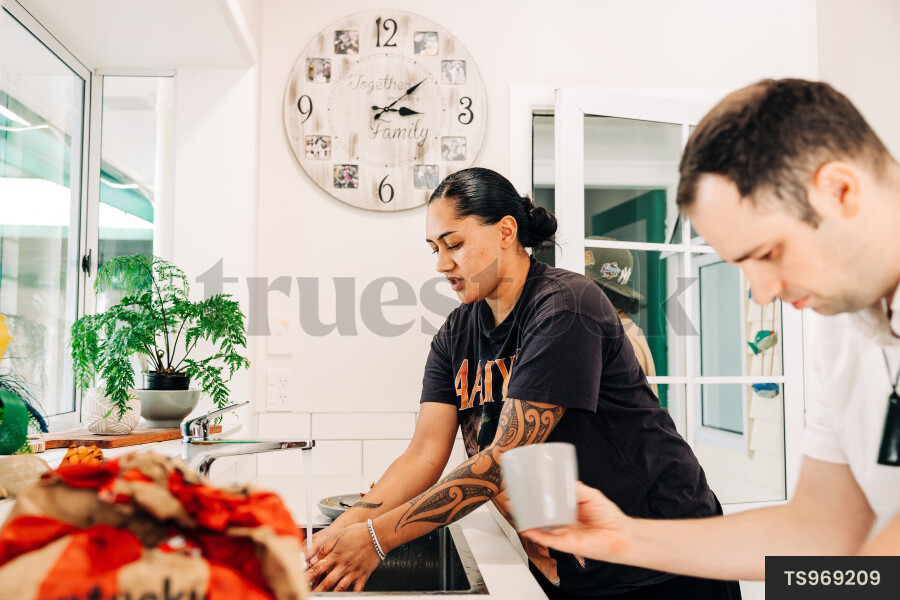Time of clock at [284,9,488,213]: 3:09
